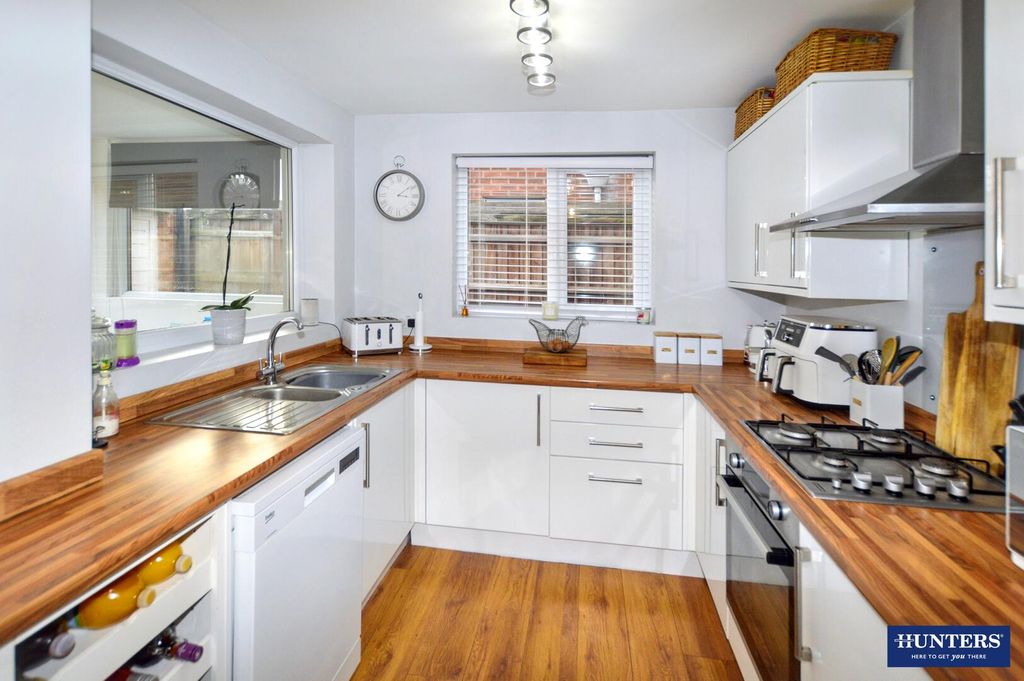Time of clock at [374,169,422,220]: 3:08
